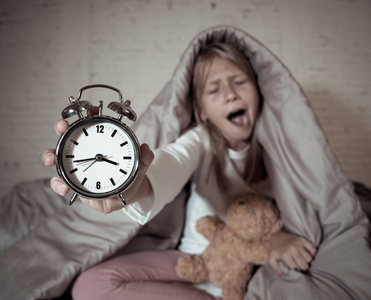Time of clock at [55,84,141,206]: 3:43
